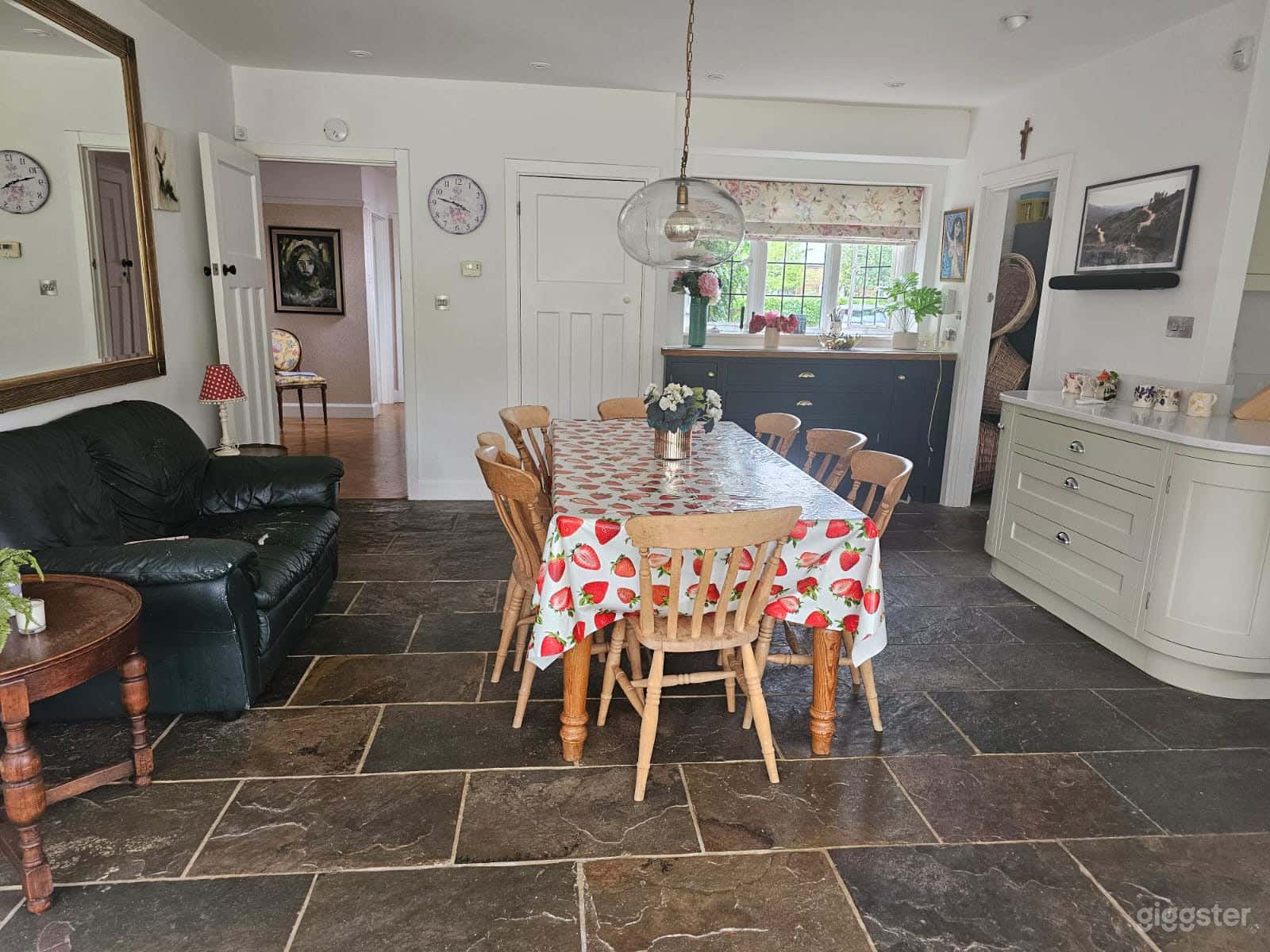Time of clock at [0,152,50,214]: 8:12
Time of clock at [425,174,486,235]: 3:47
